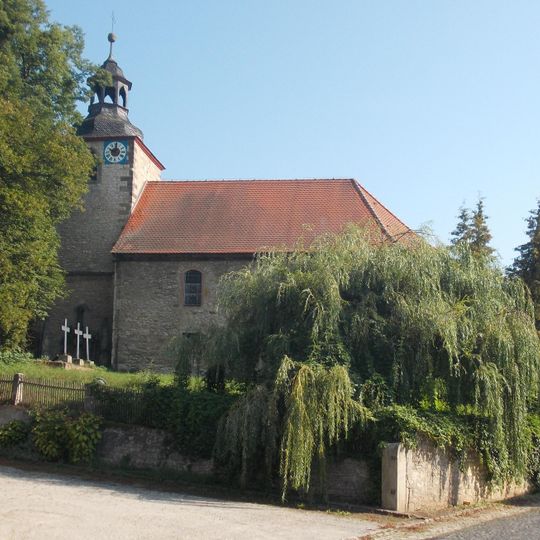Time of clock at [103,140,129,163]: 10:00
